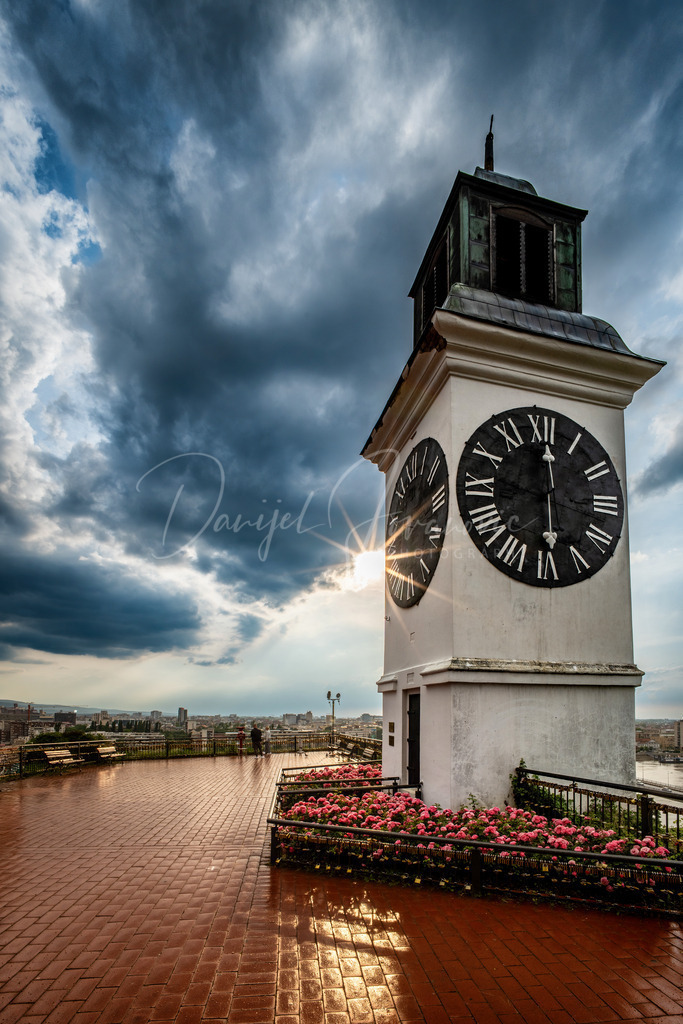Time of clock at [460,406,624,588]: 6:00
